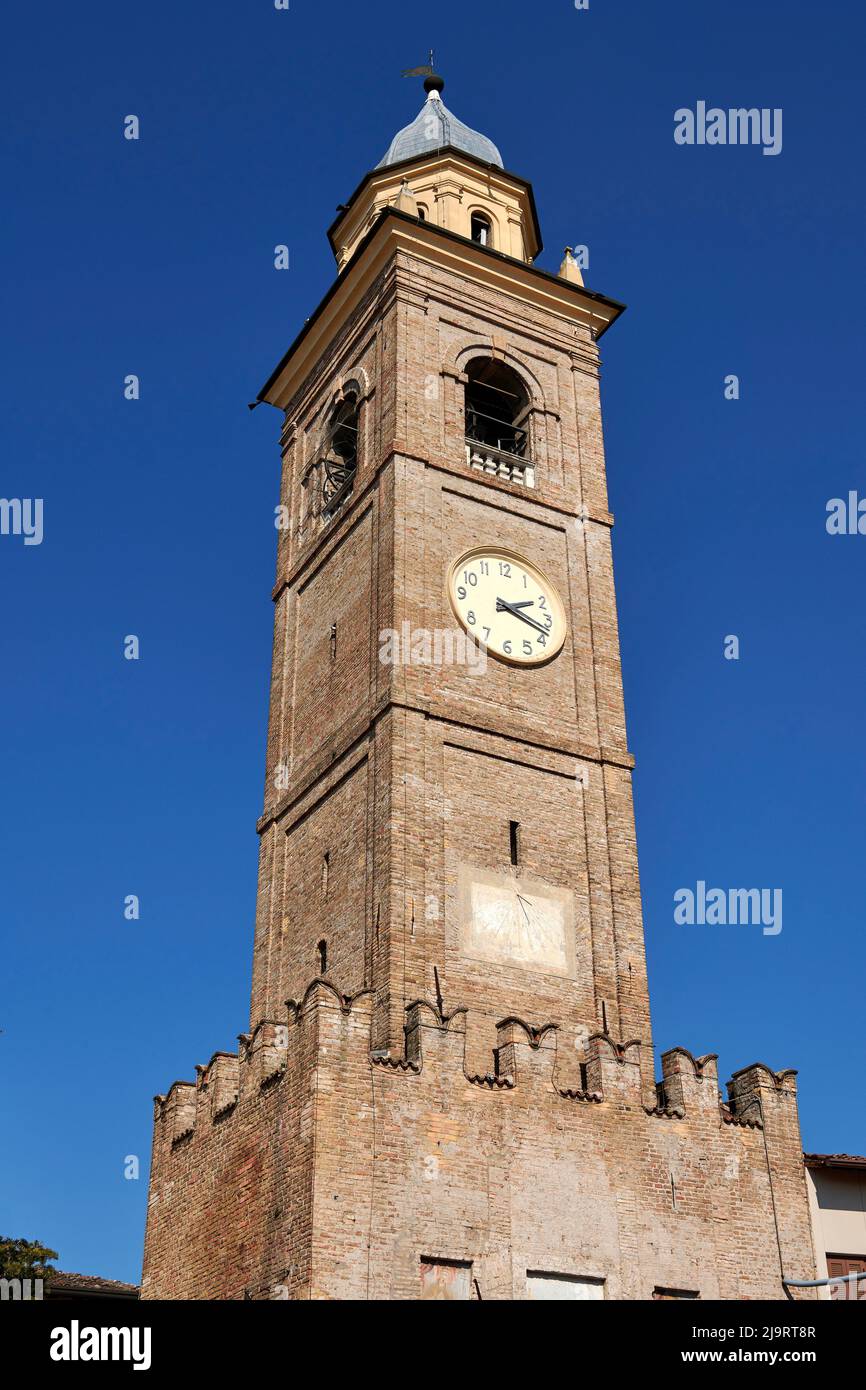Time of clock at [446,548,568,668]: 2:18
